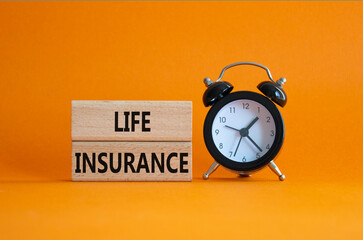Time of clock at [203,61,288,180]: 1:22
